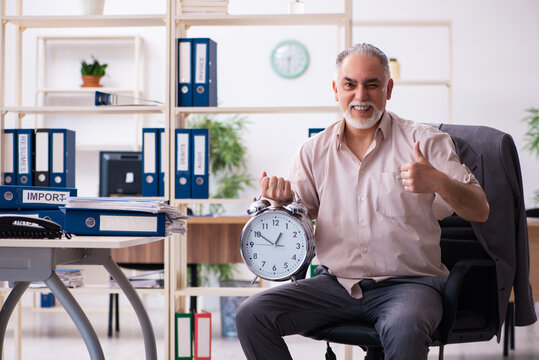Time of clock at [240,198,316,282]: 12:50
